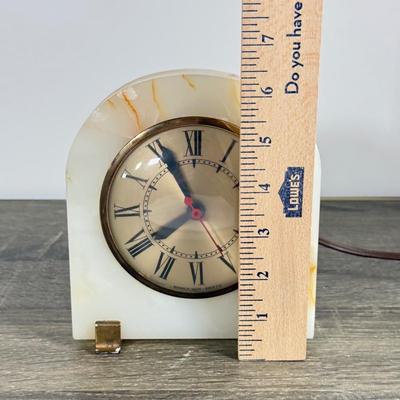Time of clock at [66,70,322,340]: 7:55
